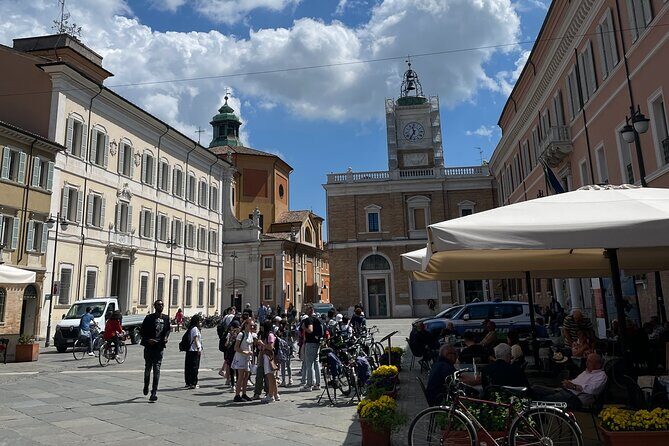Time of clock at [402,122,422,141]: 11:35
